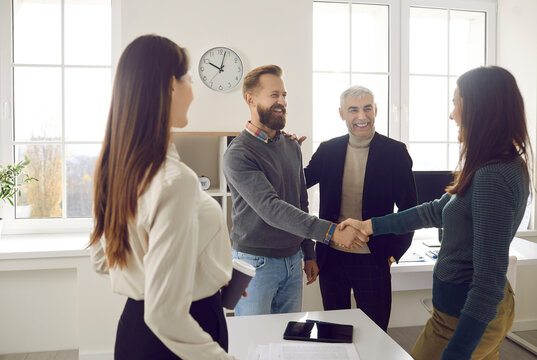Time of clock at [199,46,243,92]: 10:02
